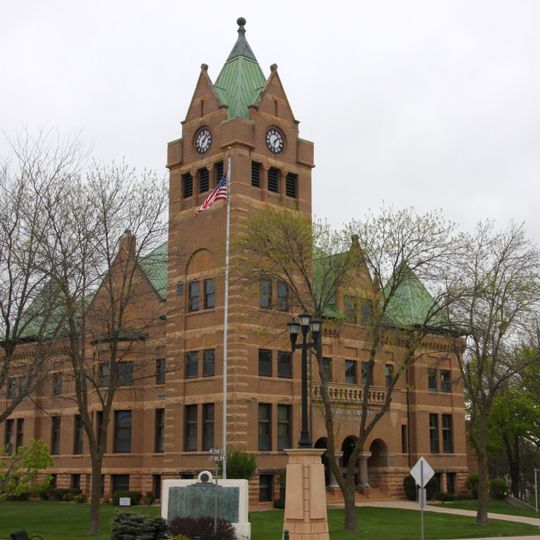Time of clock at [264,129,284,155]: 1:32
